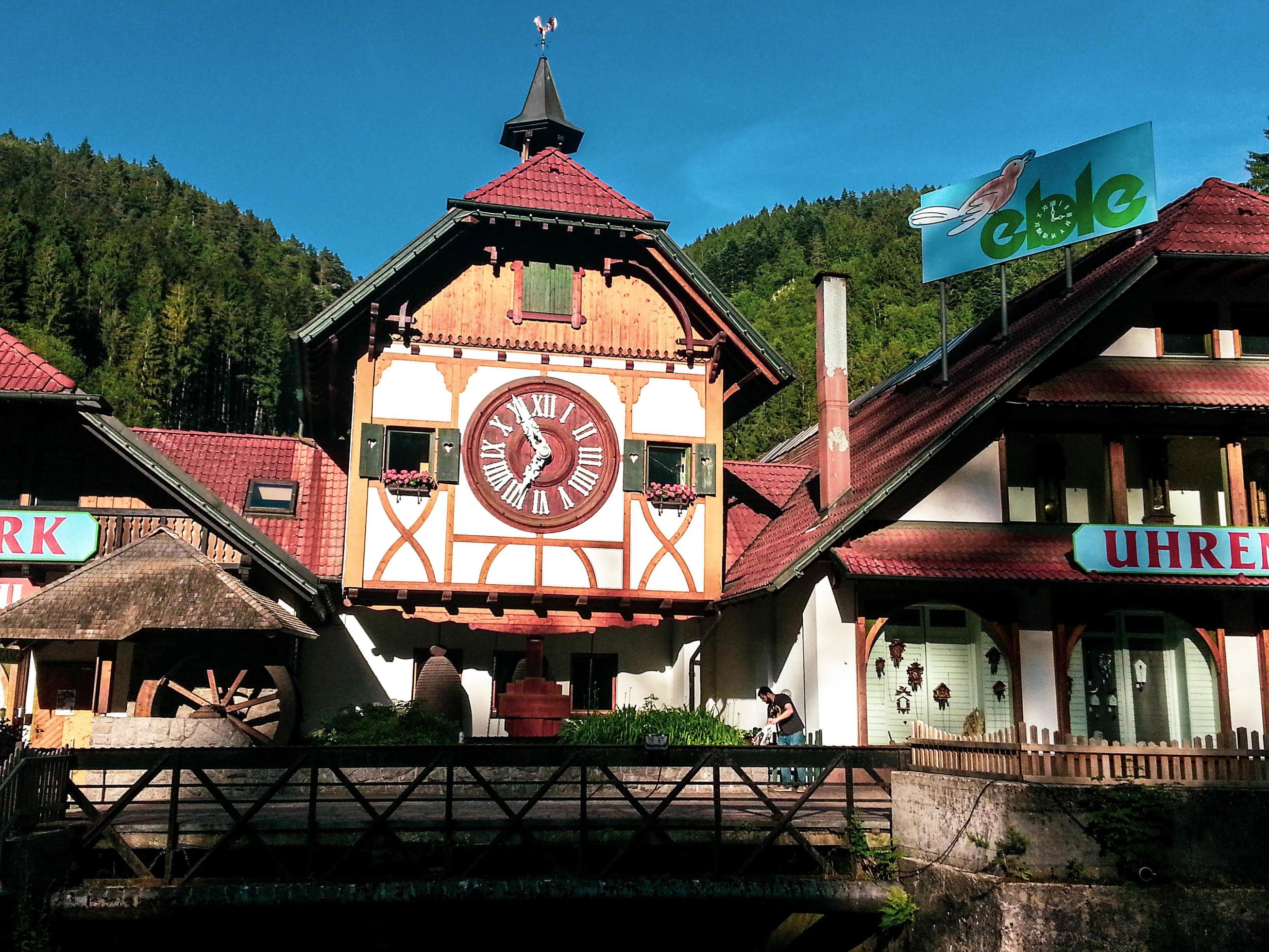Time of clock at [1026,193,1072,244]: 3:00
